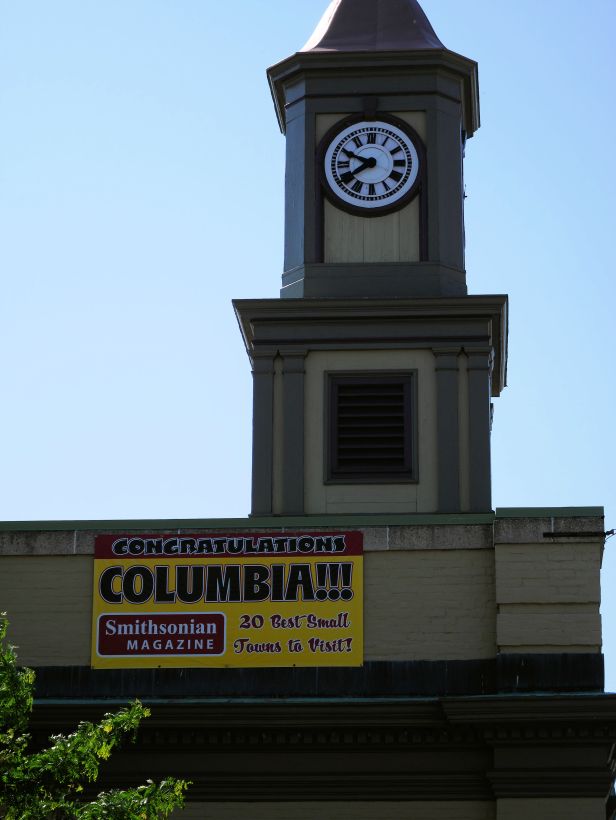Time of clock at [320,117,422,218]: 7:49
